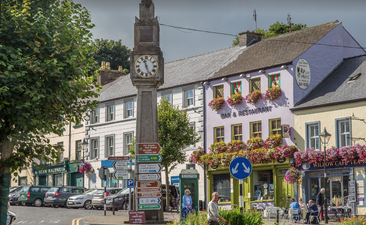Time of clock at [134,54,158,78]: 11:26
